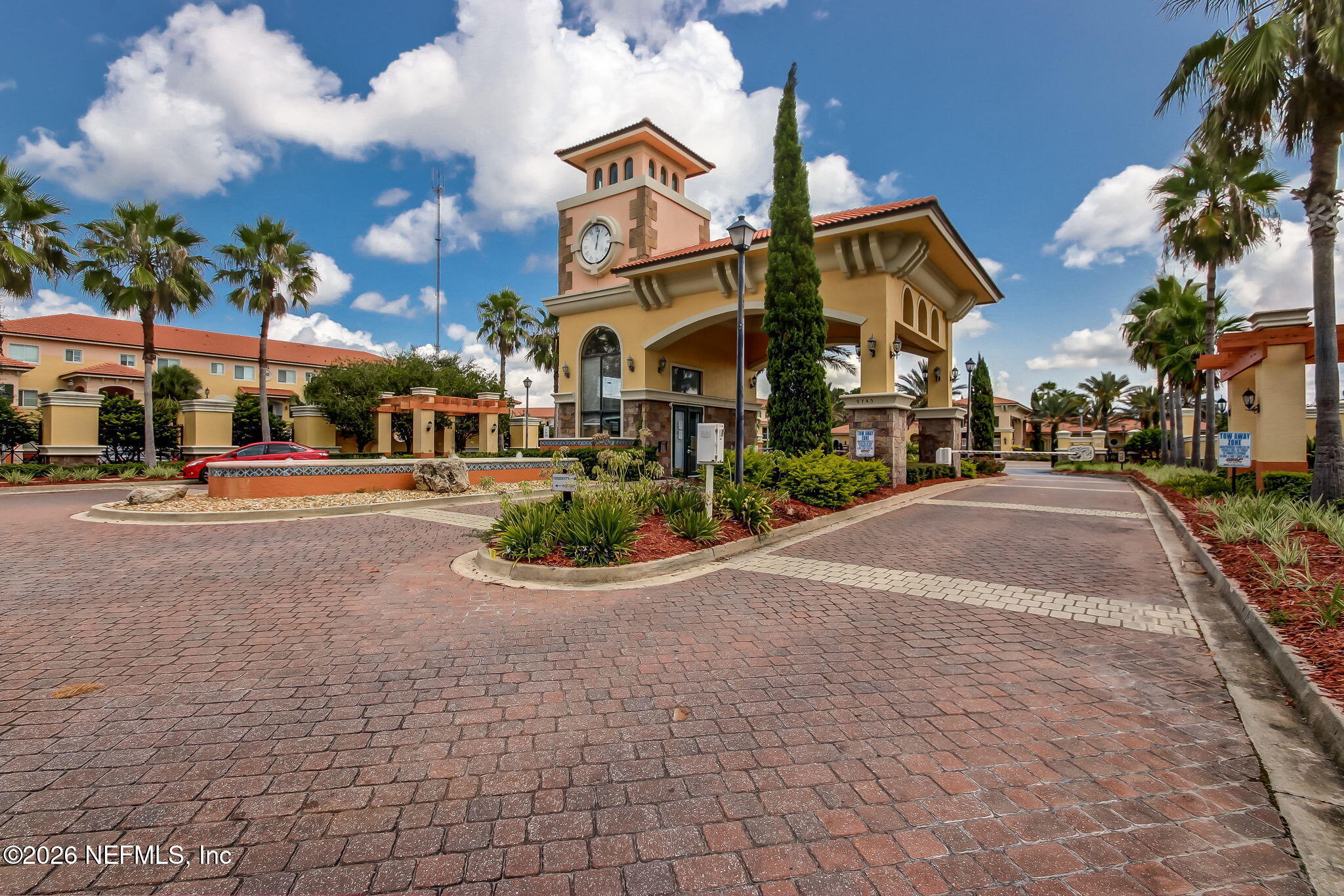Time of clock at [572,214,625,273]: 12:02
